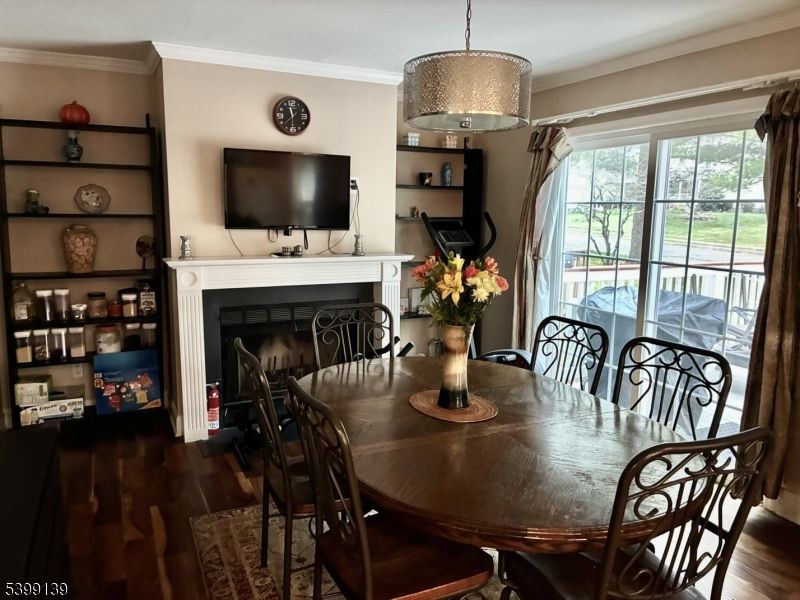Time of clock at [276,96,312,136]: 11:37
